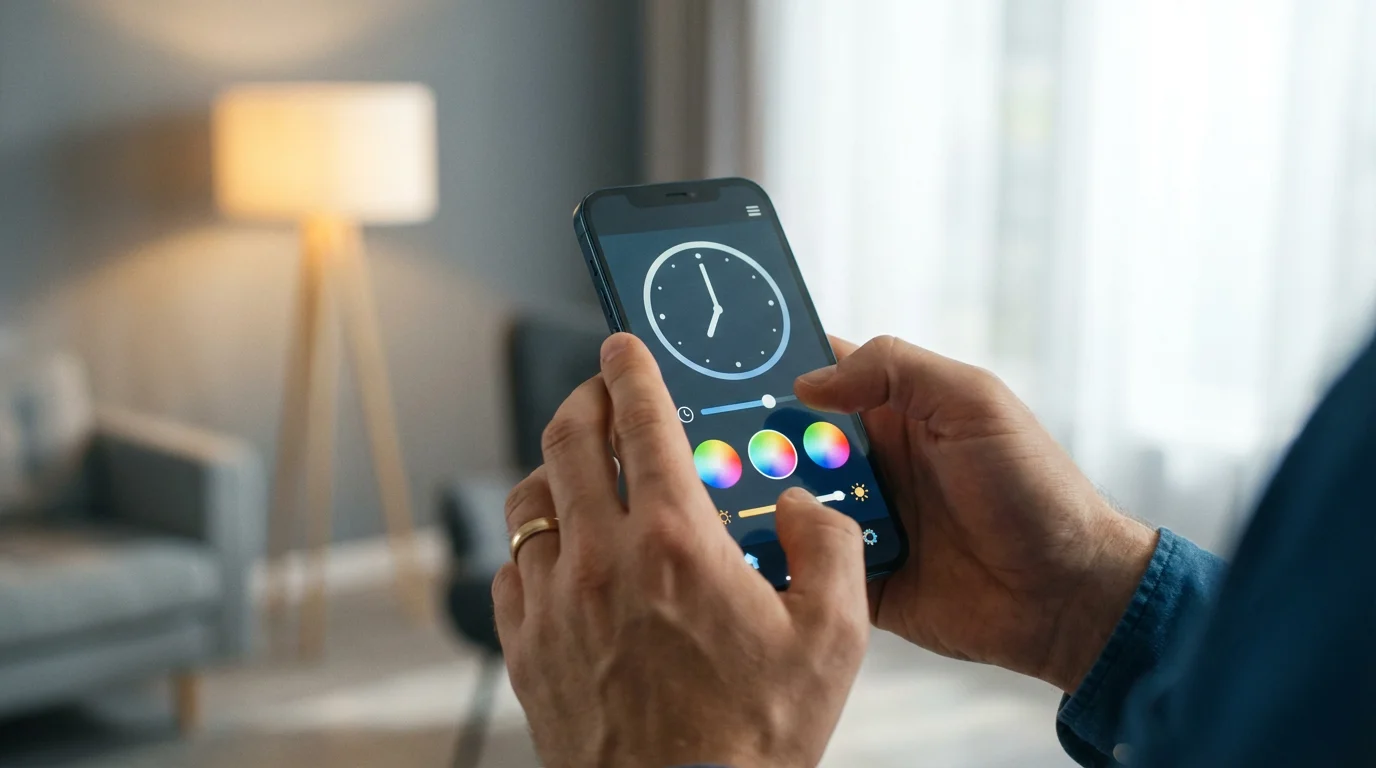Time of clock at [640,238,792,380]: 7:00
